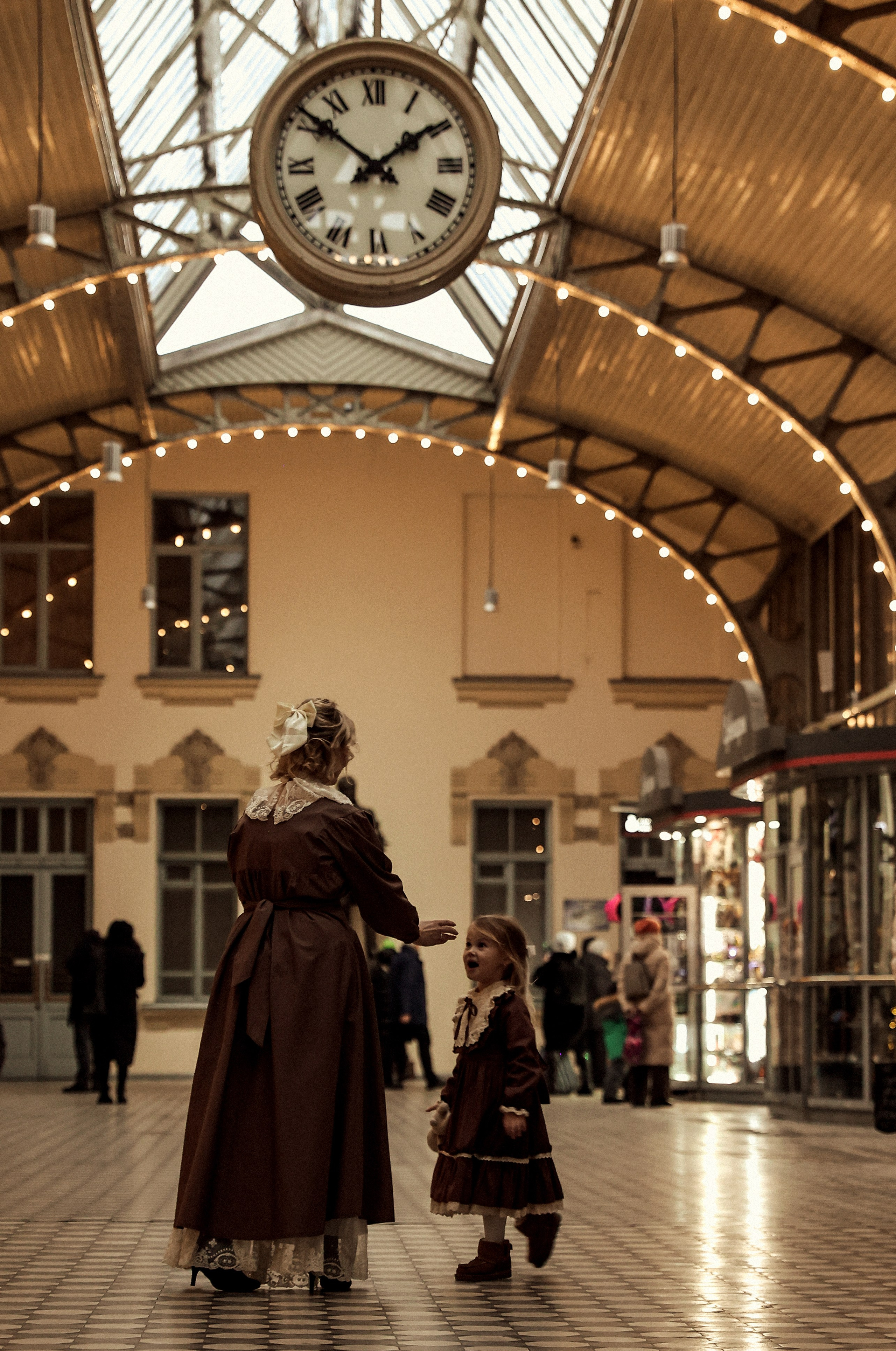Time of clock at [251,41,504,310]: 1:51
